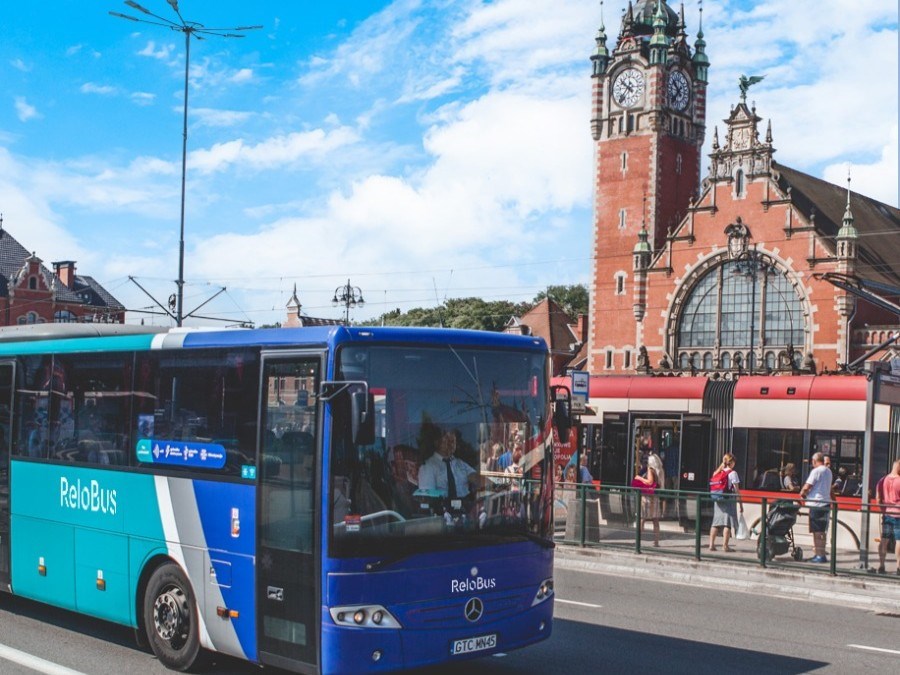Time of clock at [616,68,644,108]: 9:36
